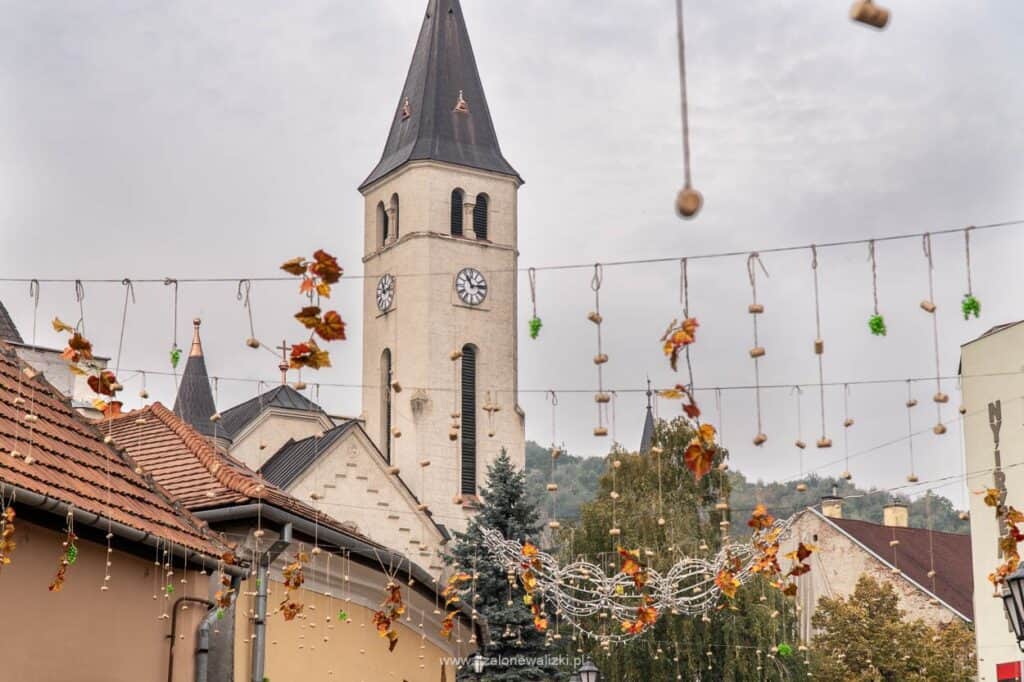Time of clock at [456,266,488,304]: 11:13
